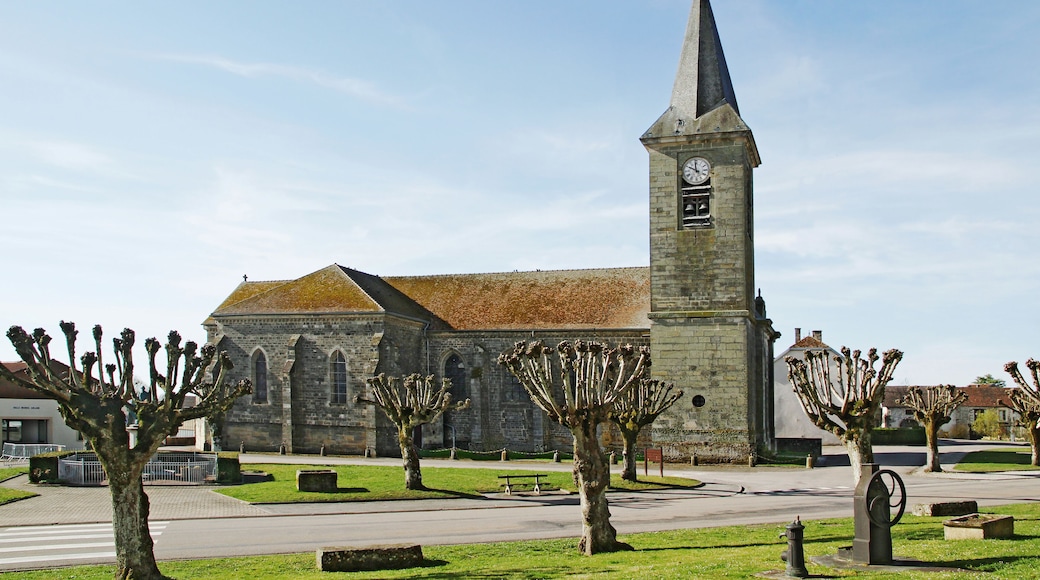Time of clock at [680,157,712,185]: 11:49
